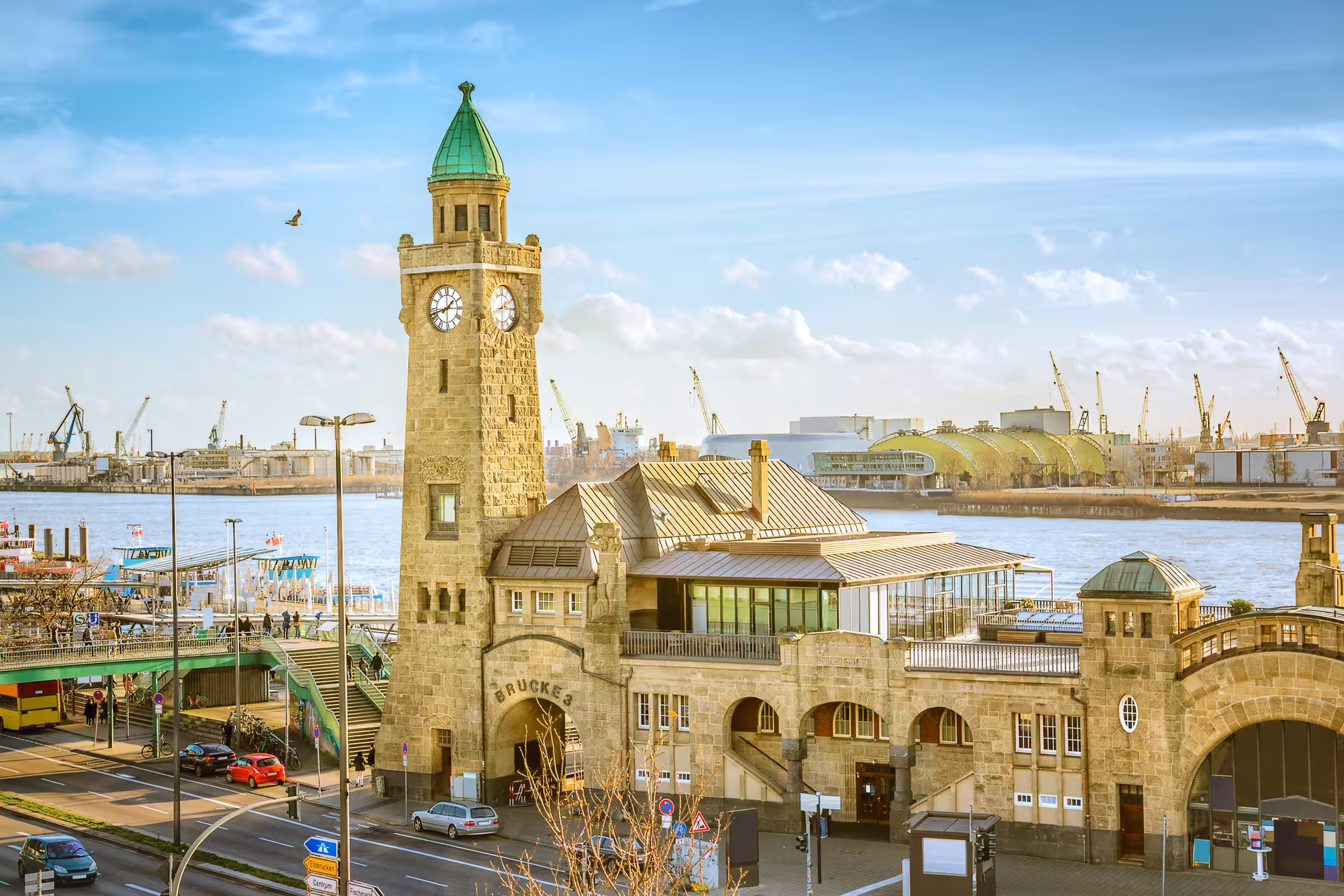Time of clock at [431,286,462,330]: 1:42
